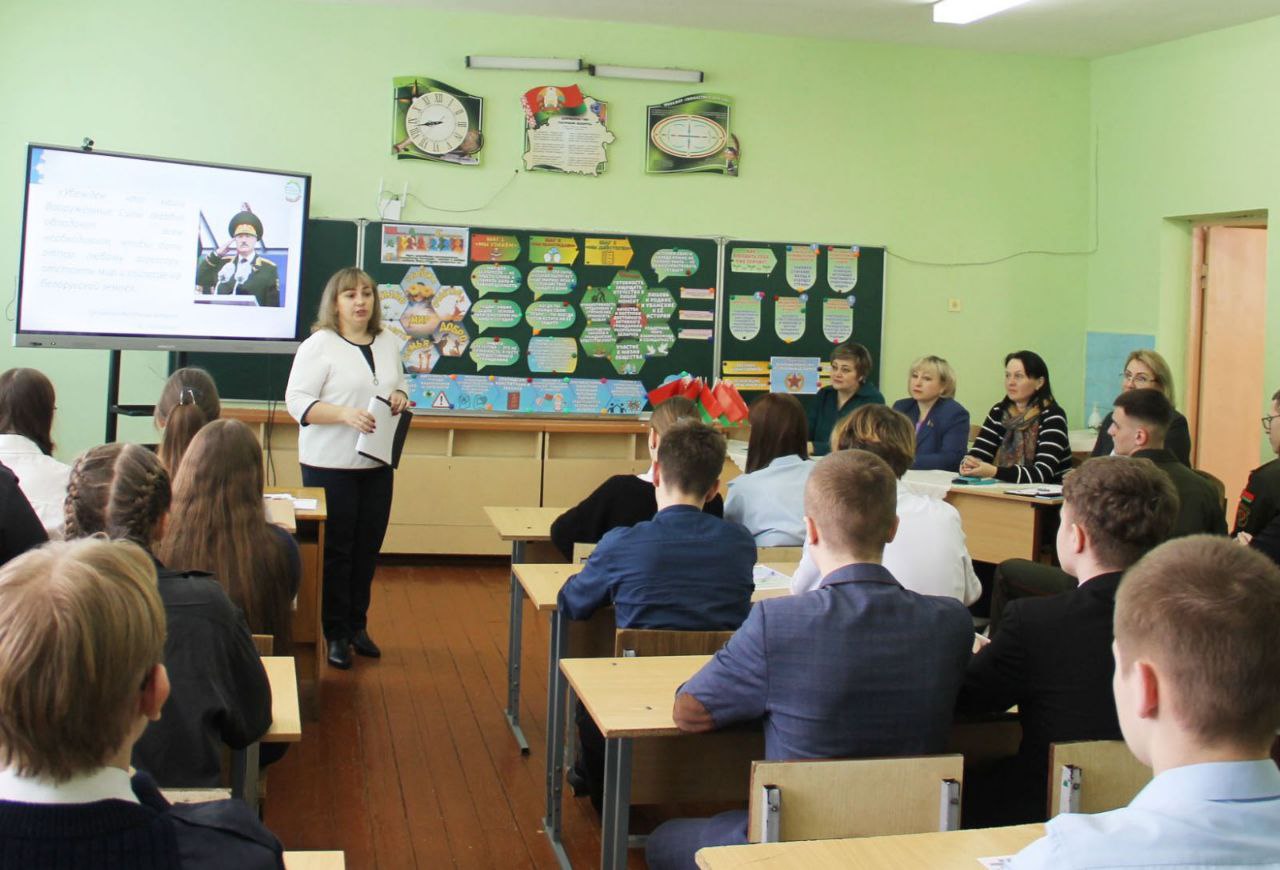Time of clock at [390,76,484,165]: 8:42
